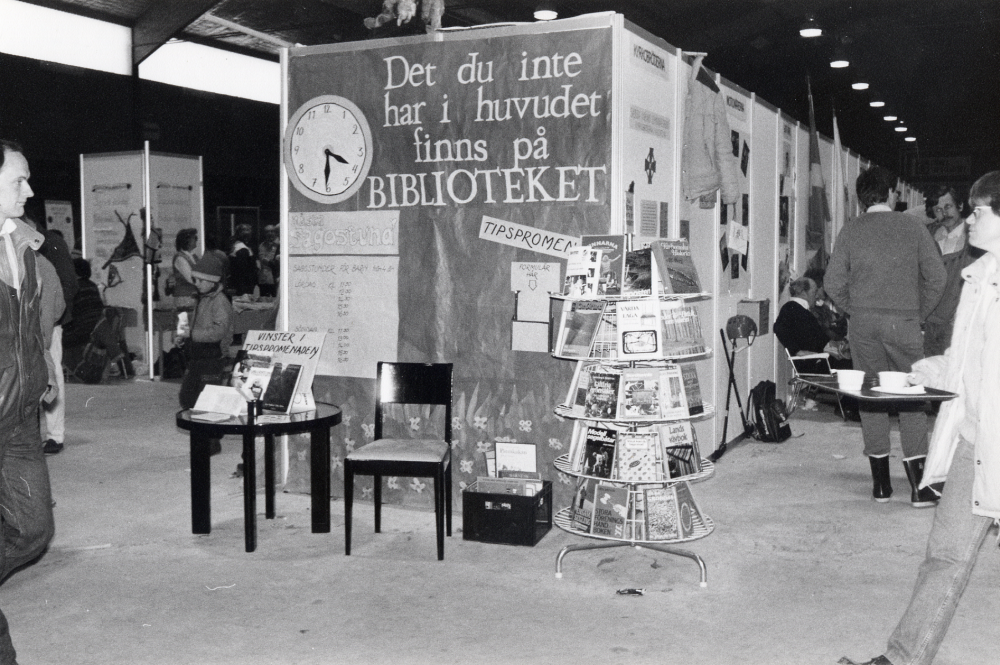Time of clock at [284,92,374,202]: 3:31
